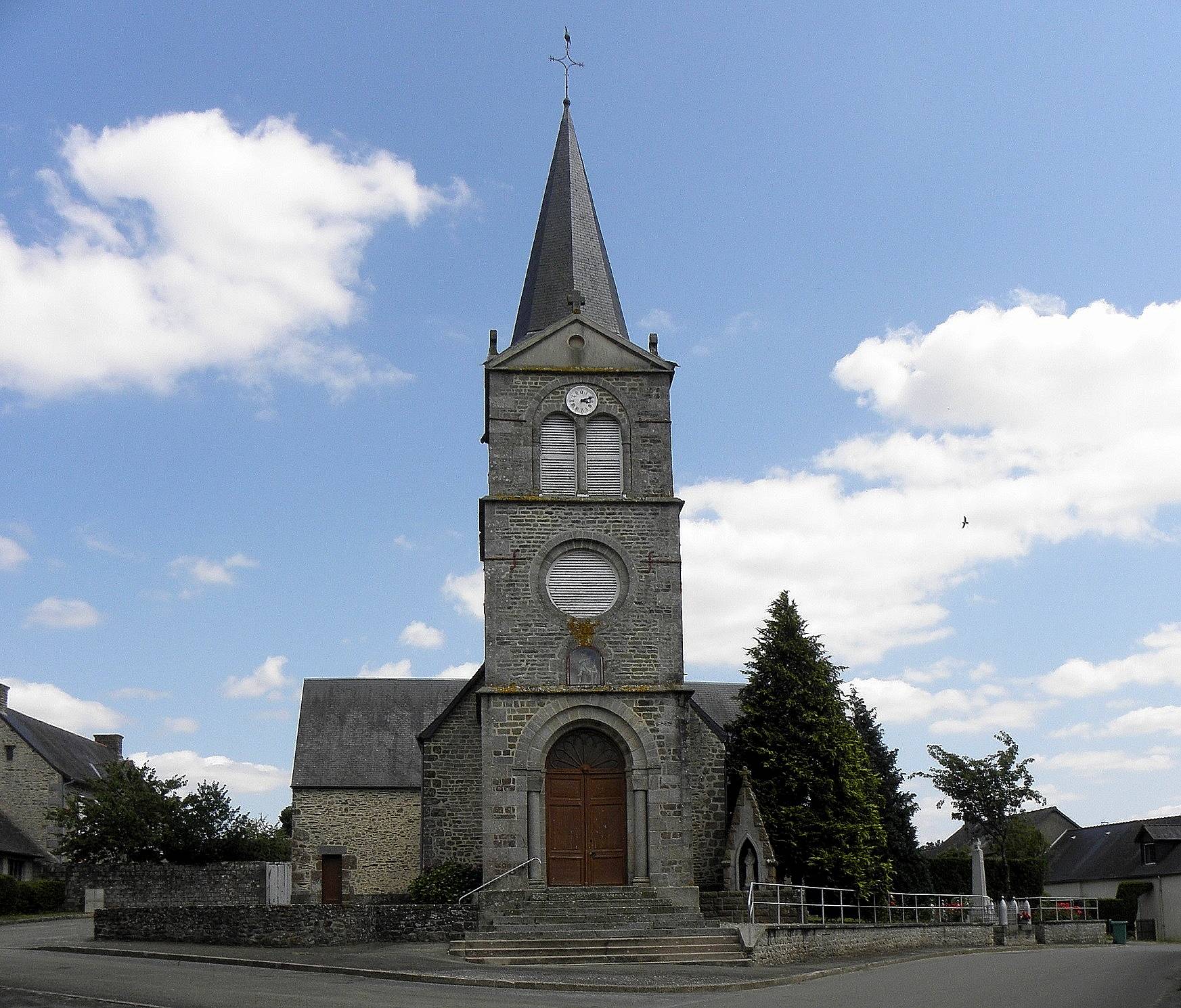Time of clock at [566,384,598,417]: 3:11
